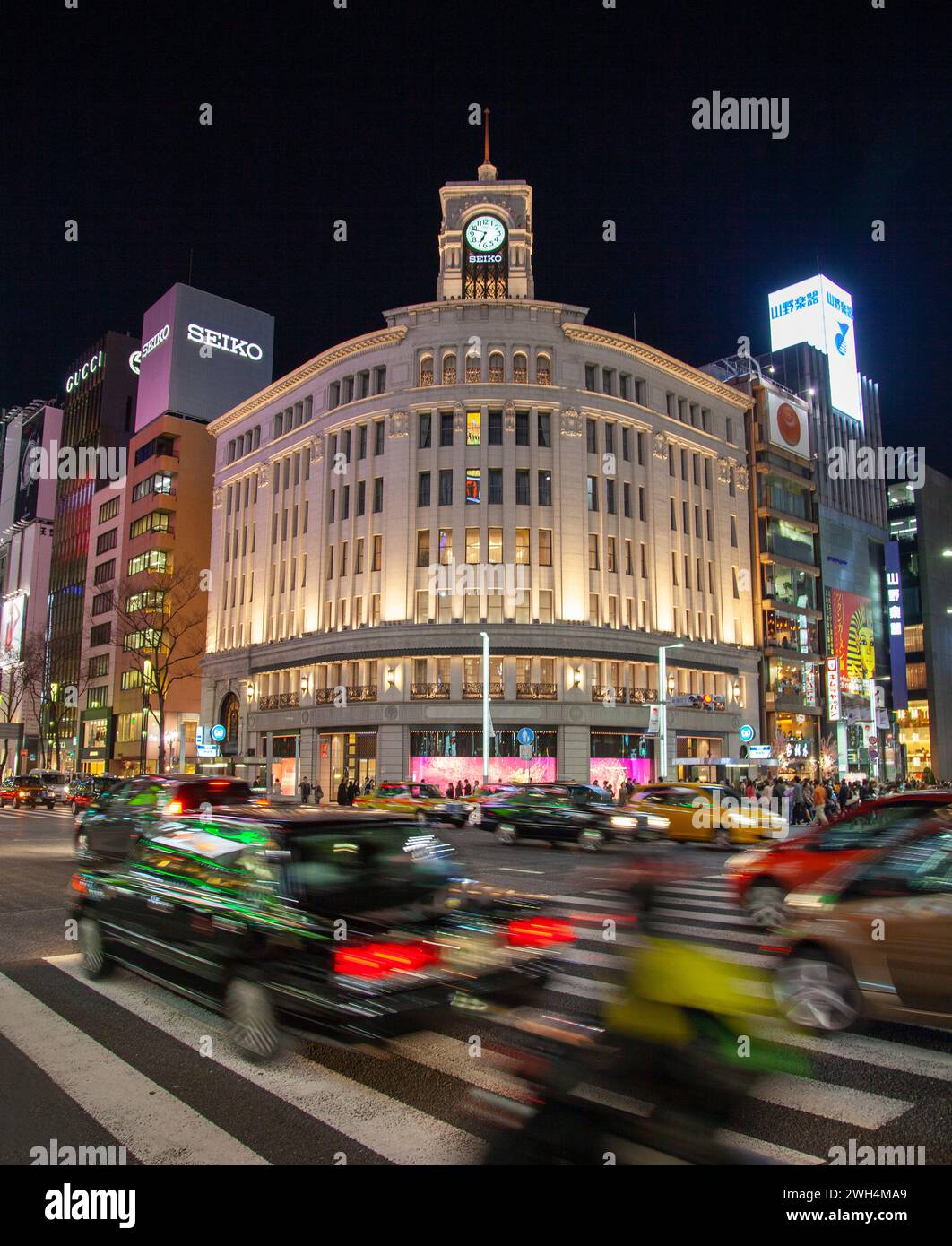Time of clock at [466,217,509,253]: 6:47
